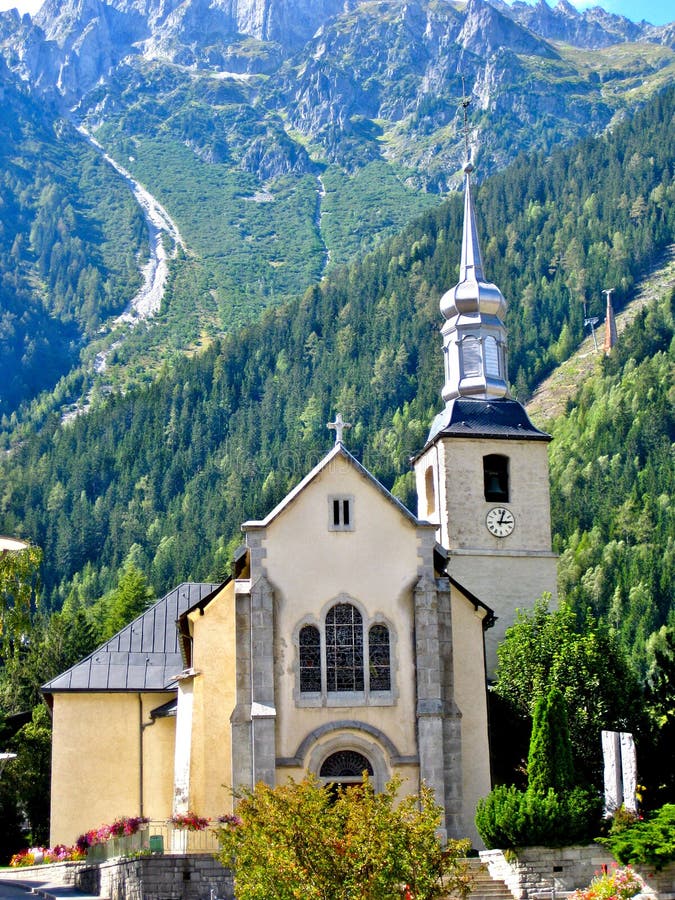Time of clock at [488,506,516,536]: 3:03
